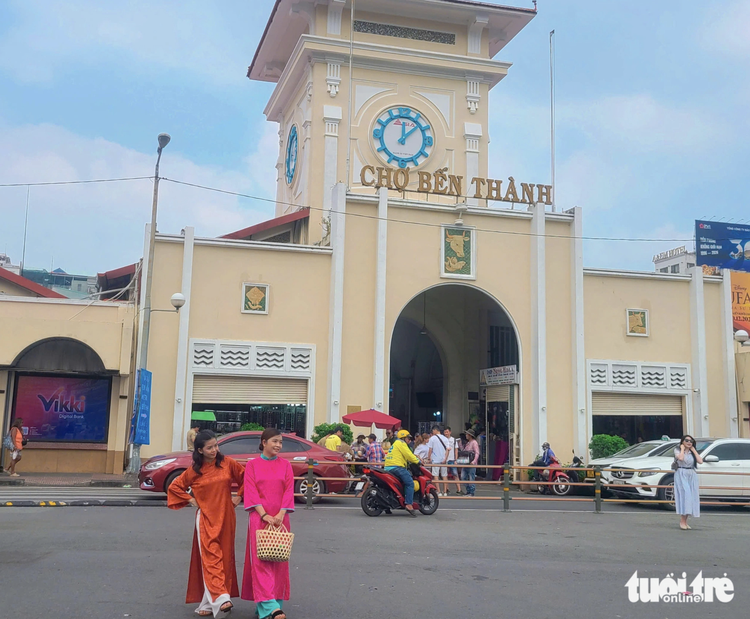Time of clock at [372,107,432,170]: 12:07
